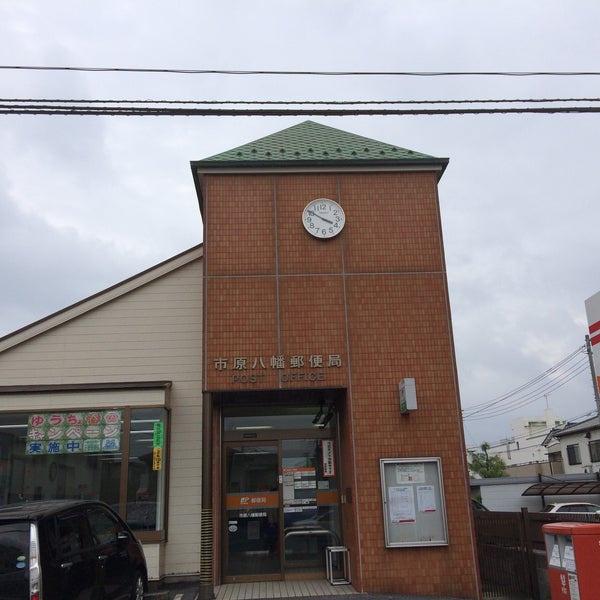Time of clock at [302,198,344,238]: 3:50
